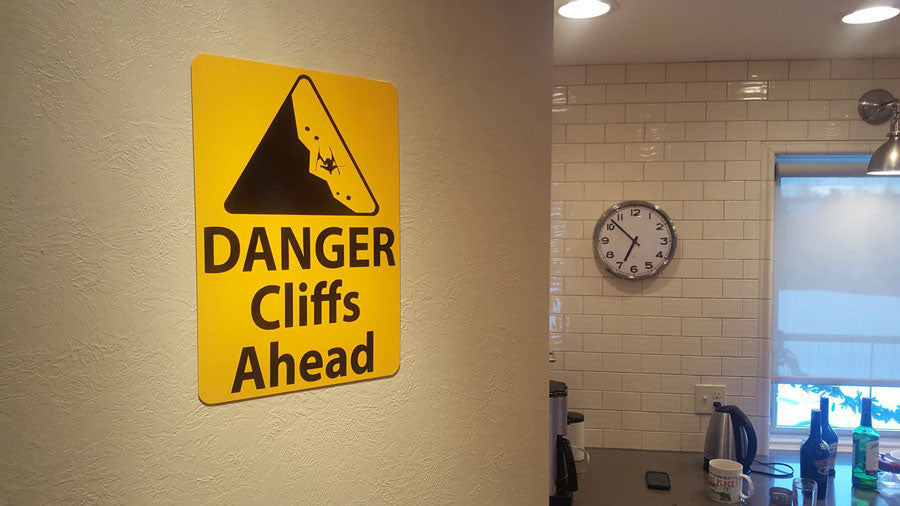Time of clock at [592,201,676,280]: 6:52
